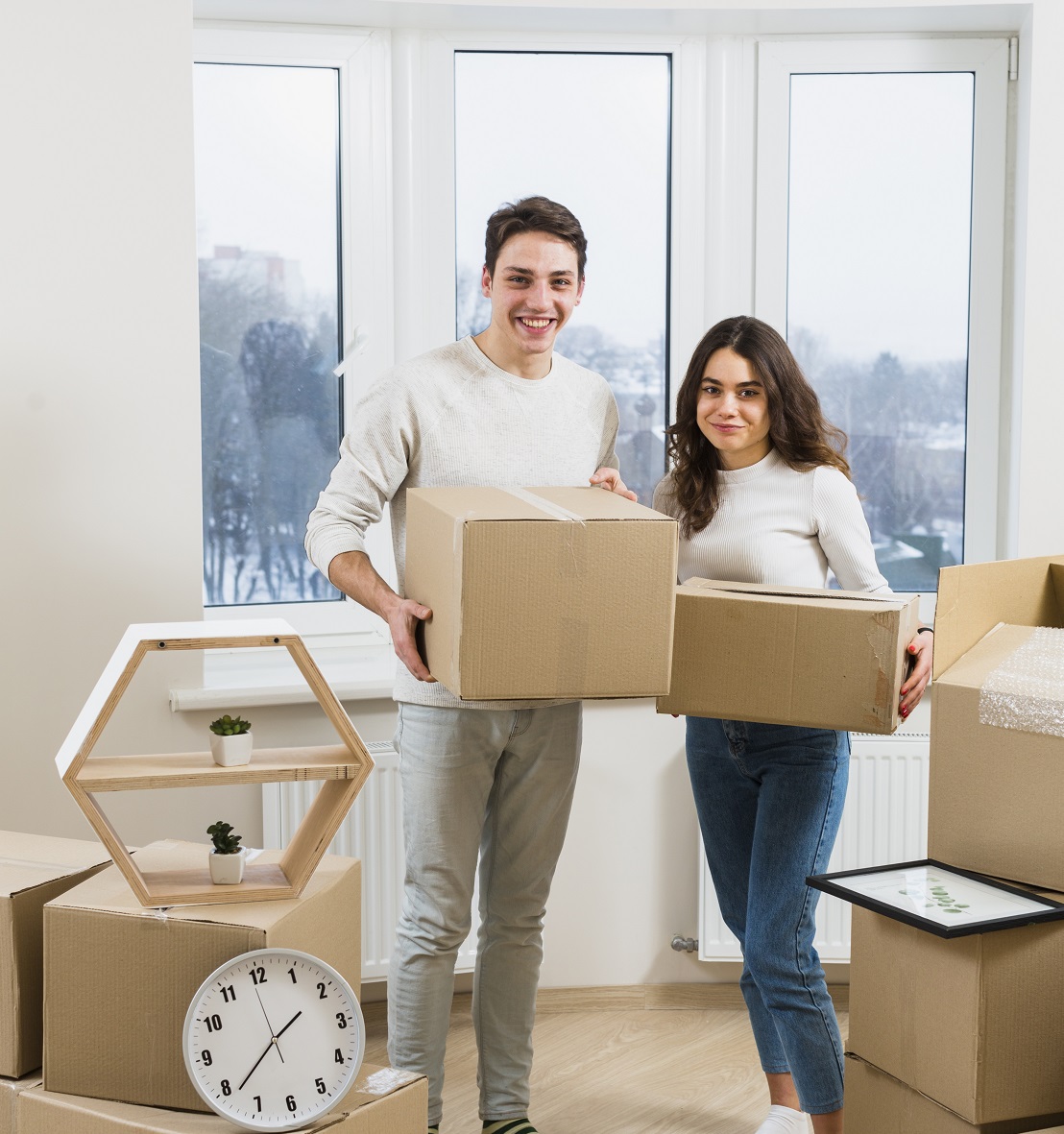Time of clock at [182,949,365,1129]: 1:38
